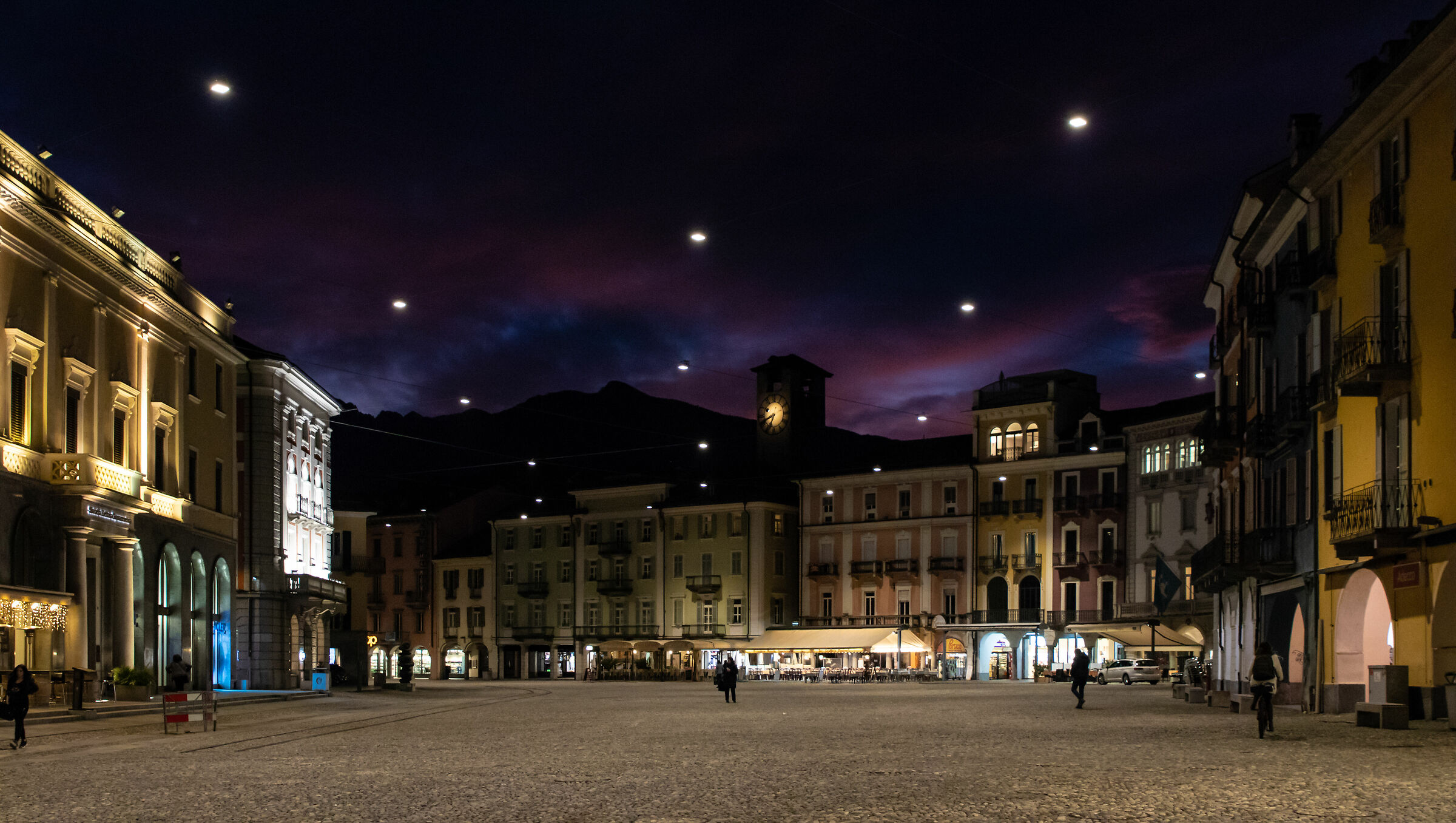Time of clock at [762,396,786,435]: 6:41
